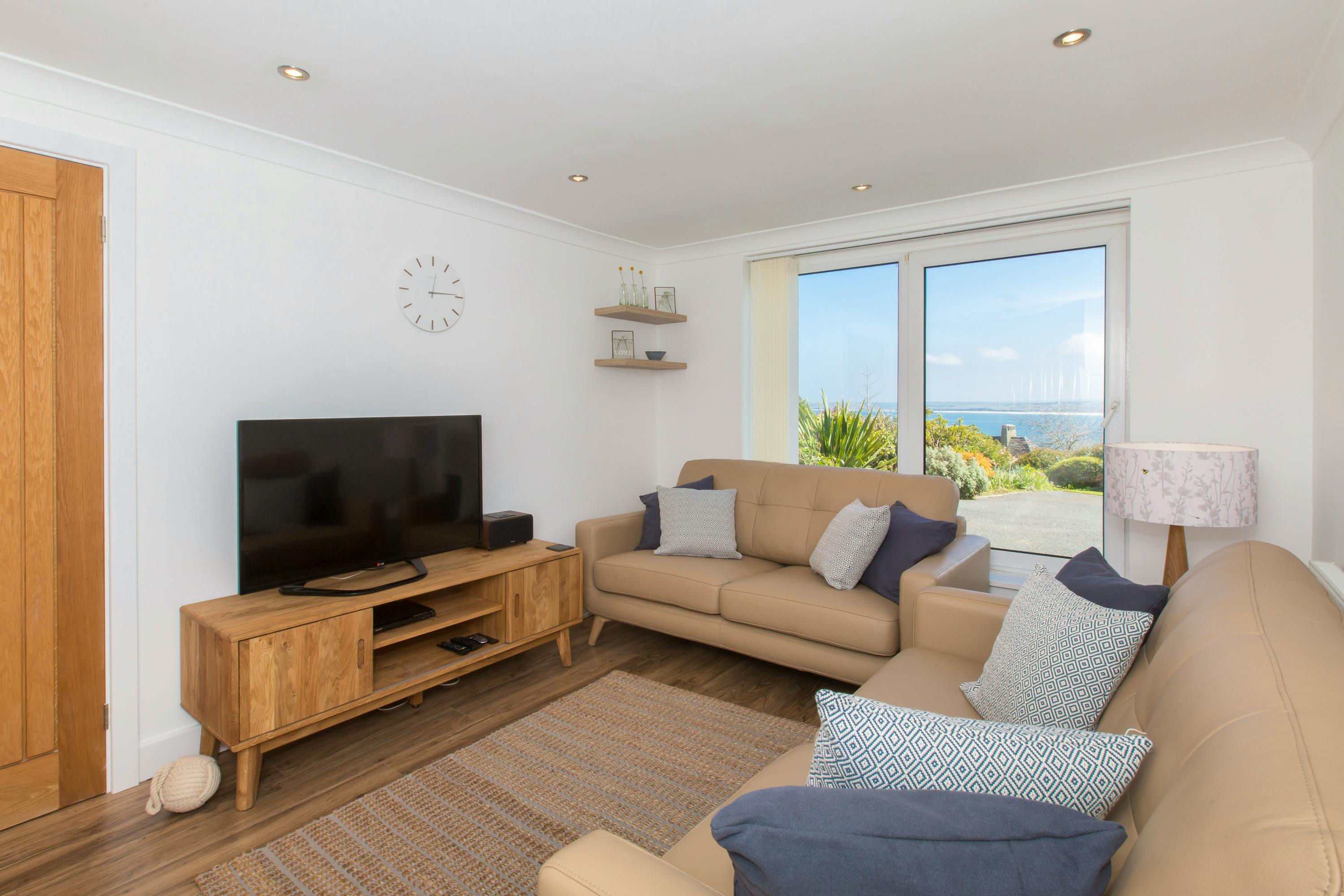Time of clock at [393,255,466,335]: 12:14
